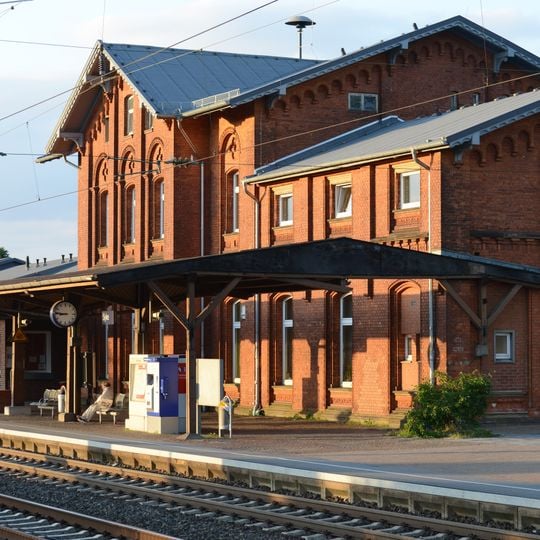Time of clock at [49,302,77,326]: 8:46
